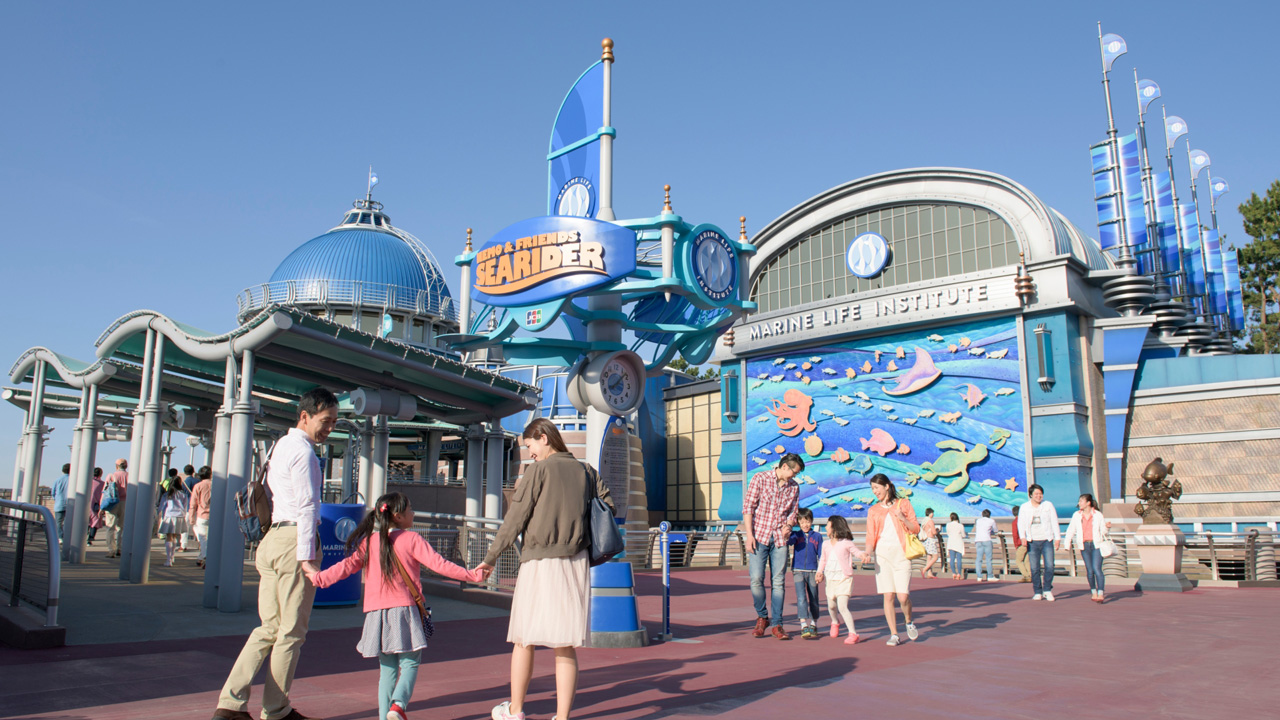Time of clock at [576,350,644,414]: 8:07
